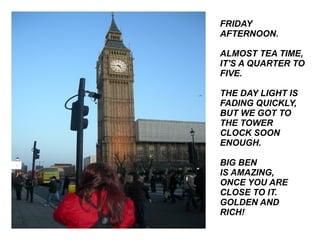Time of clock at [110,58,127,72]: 4:44
